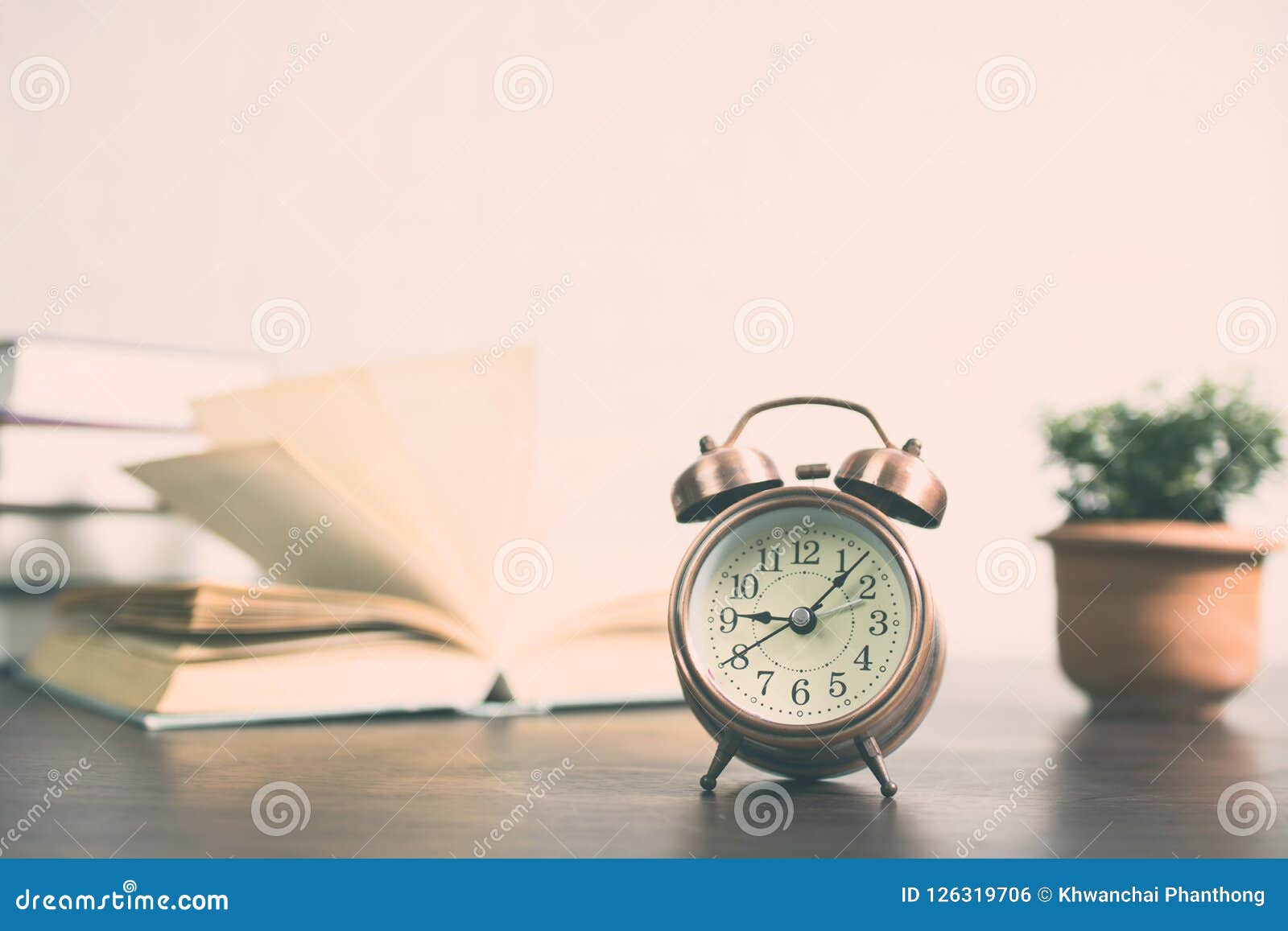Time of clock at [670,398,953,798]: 9:07
